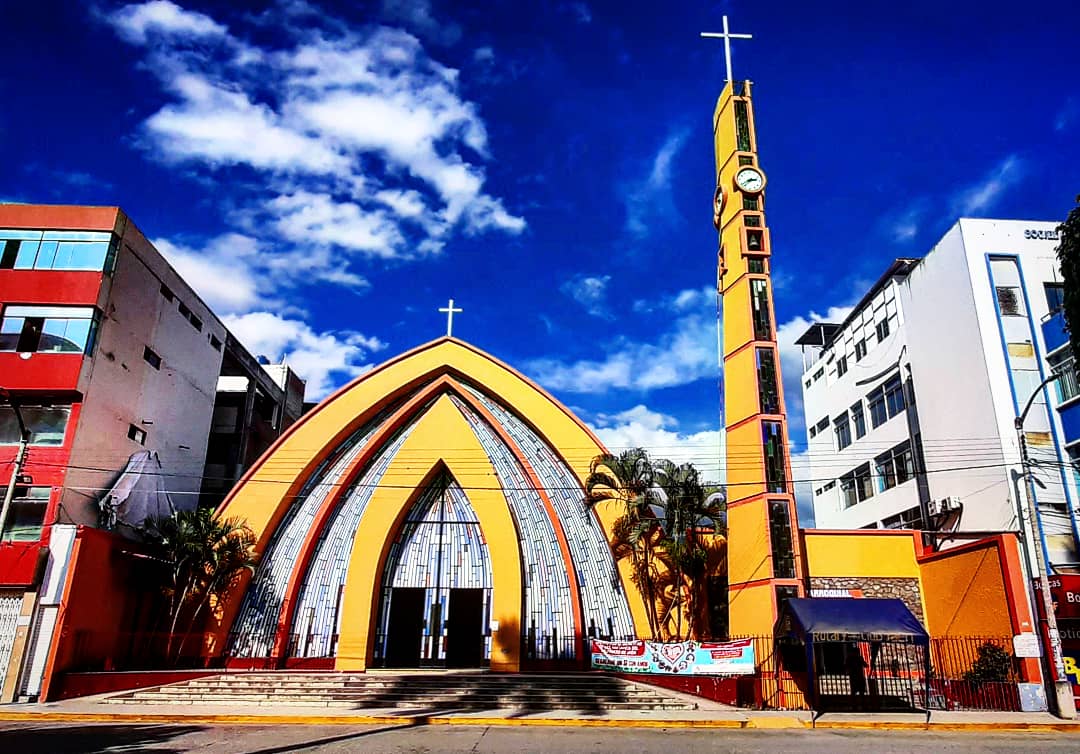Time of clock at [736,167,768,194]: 2:38
